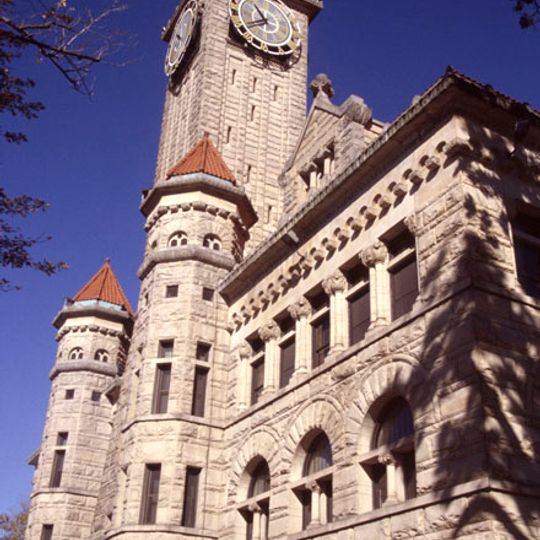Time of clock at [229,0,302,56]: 10:40
